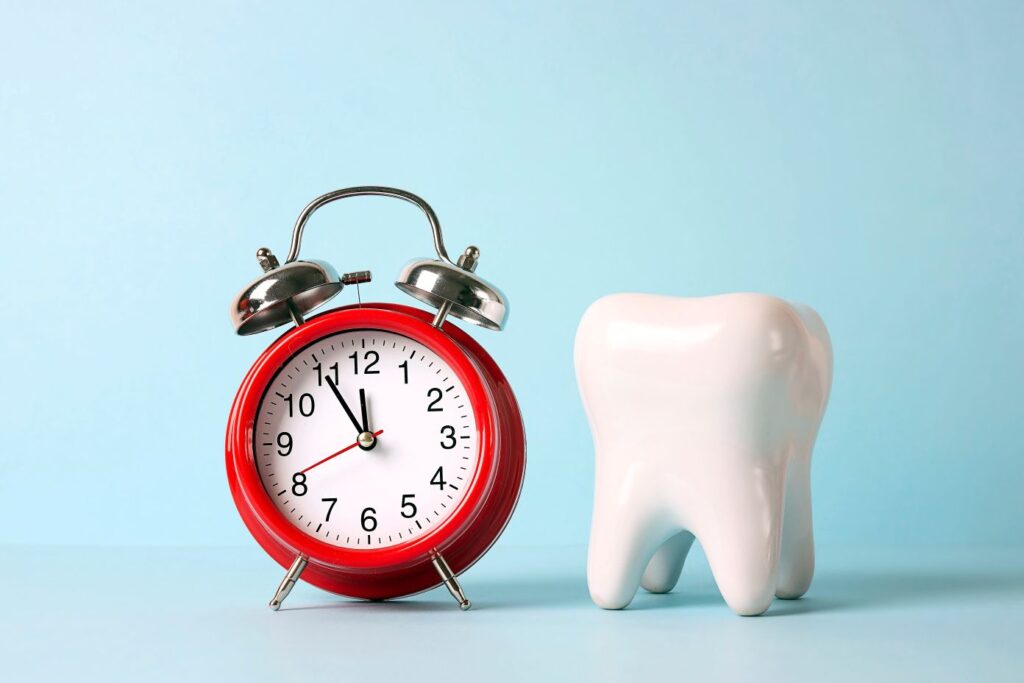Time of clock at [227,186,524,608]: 11:54
